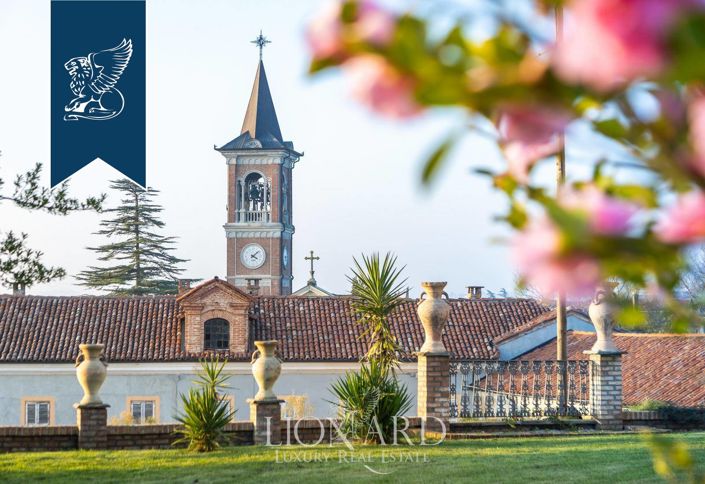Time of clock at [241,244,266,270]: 4:08
